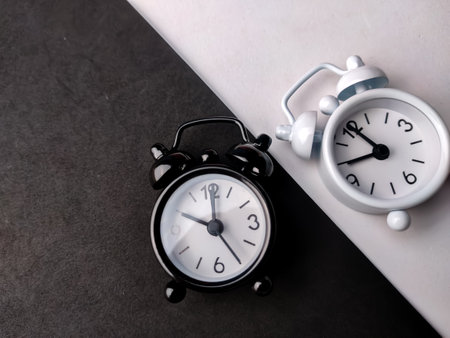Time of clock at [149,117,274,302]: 10:00
